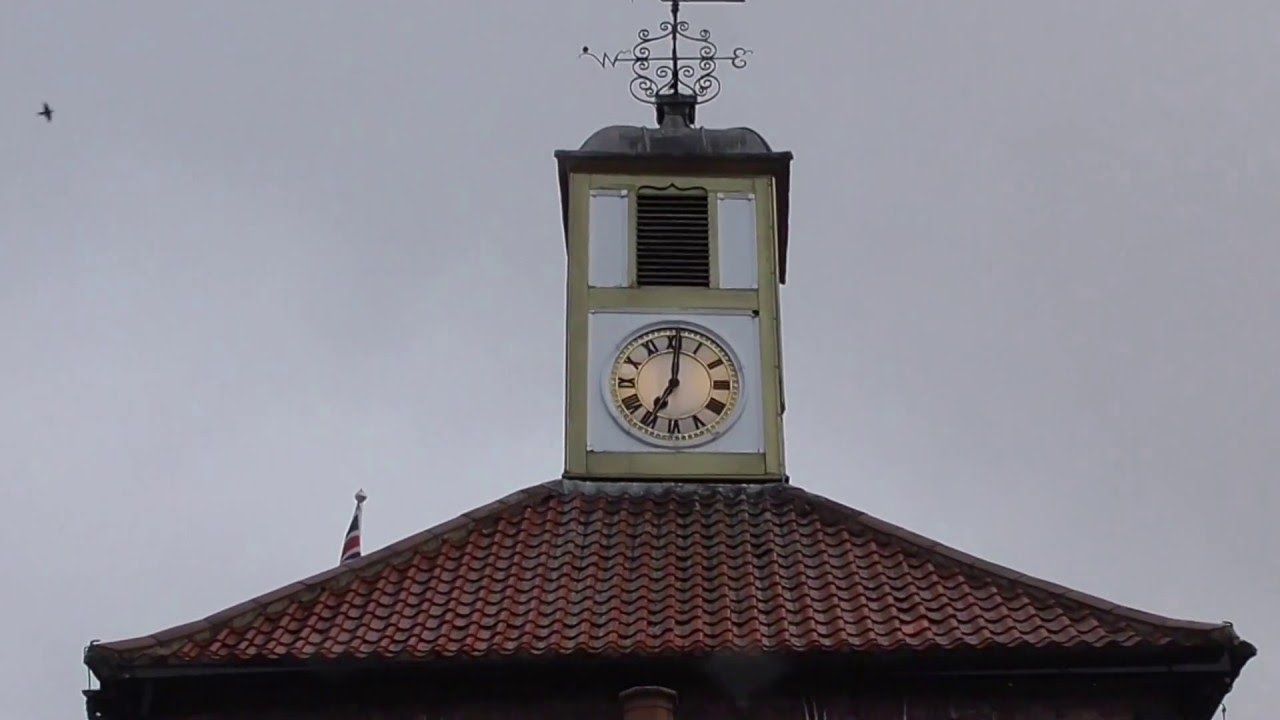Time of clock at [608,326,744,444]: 7:00
